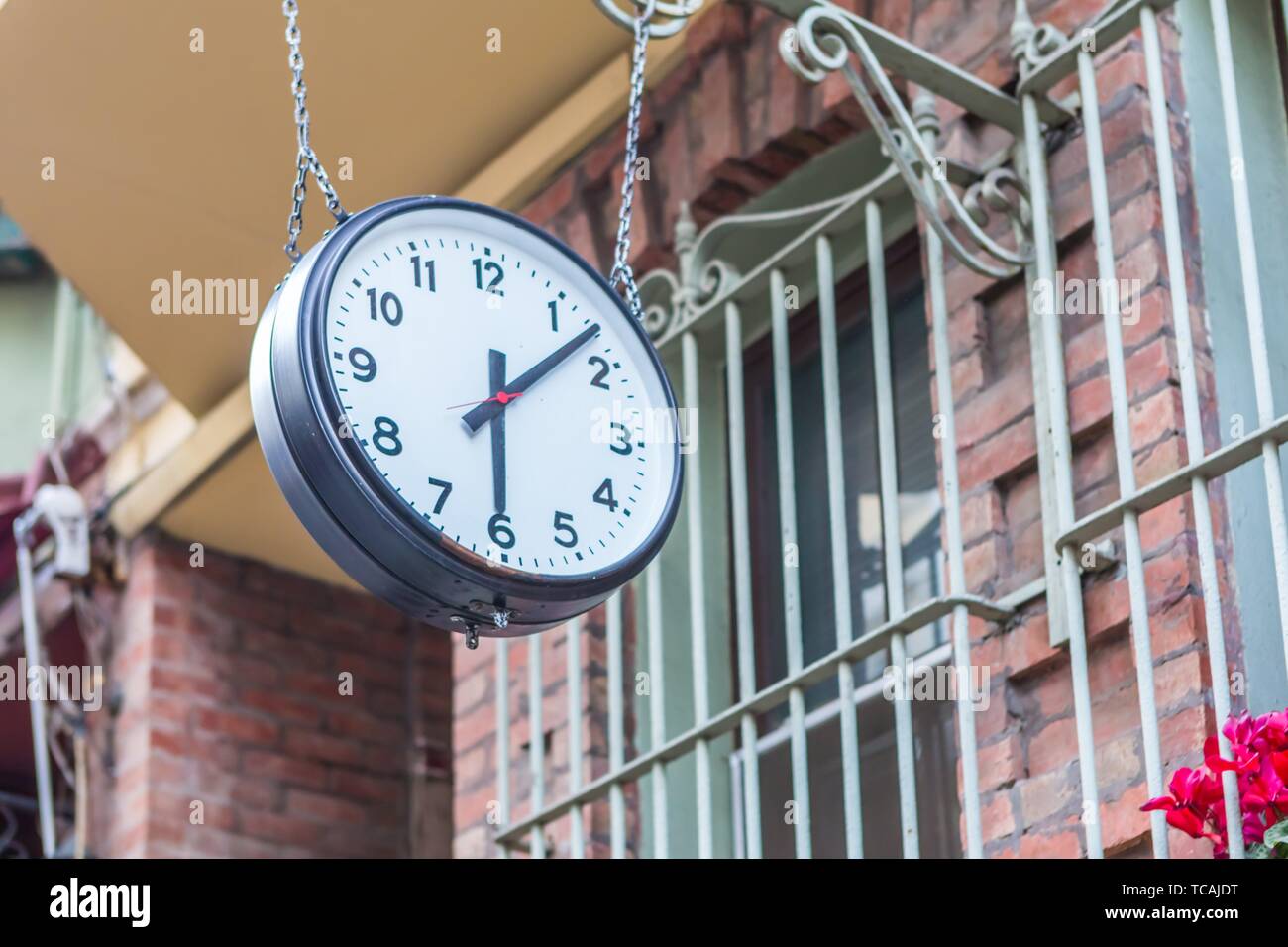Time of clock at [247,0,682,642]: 6:07
